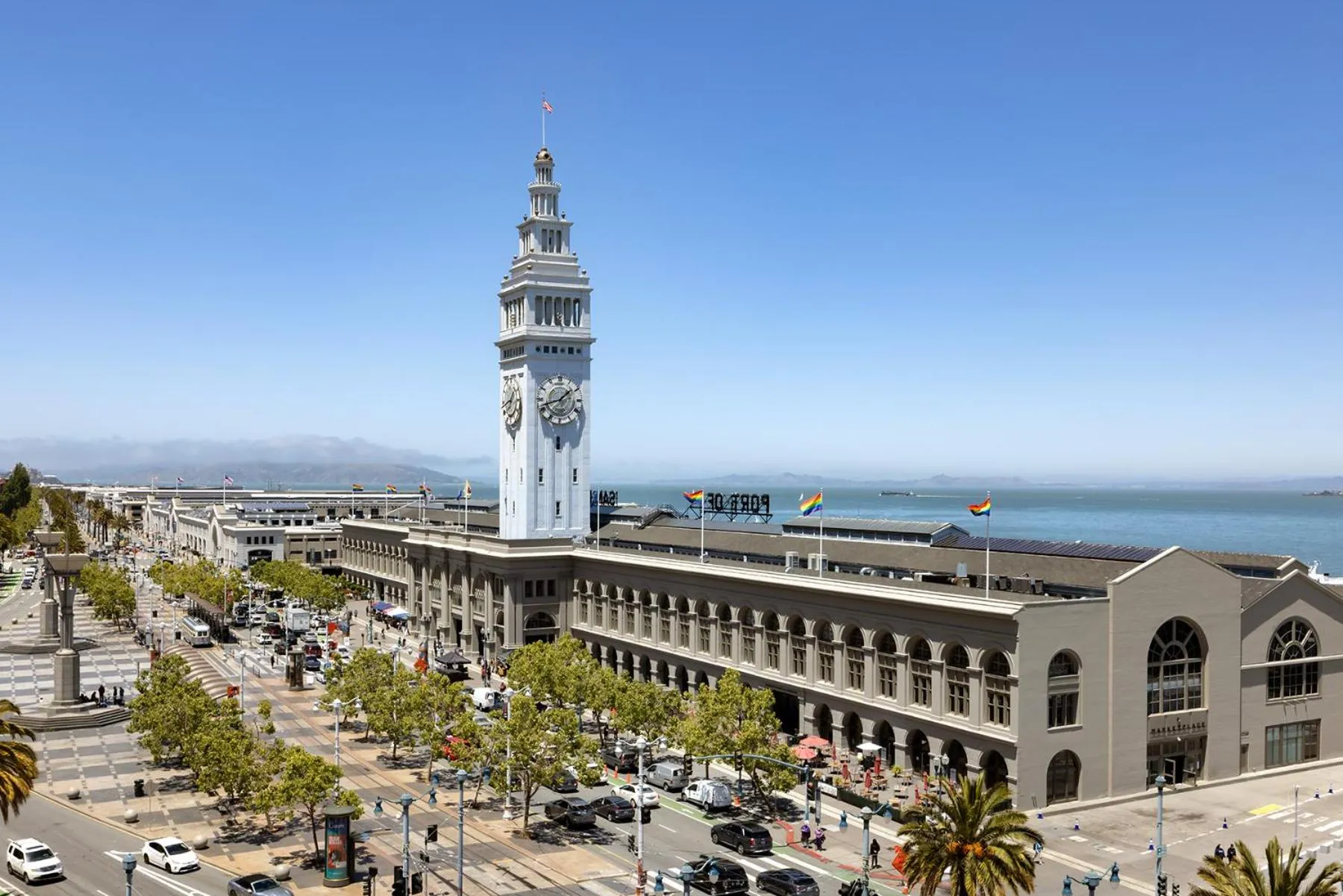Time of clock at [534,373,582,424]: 1:42
